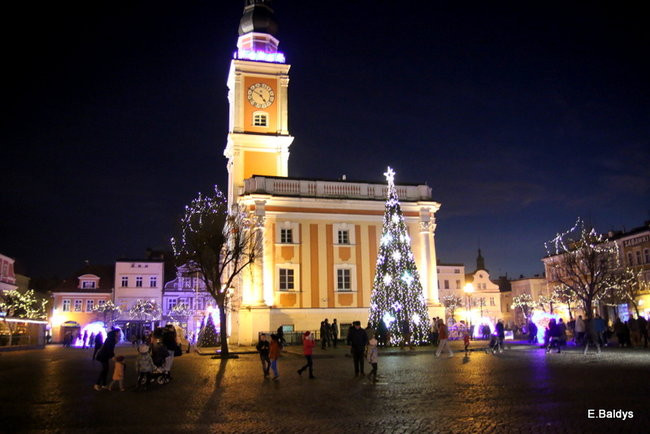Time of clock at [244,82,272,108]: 4:49
